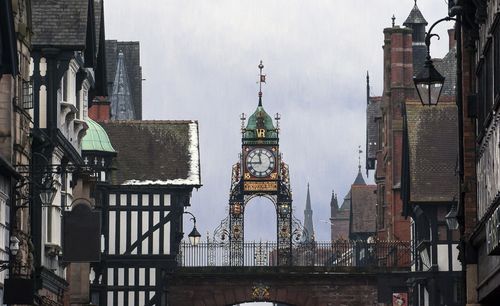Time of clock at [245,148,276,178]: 11:44
